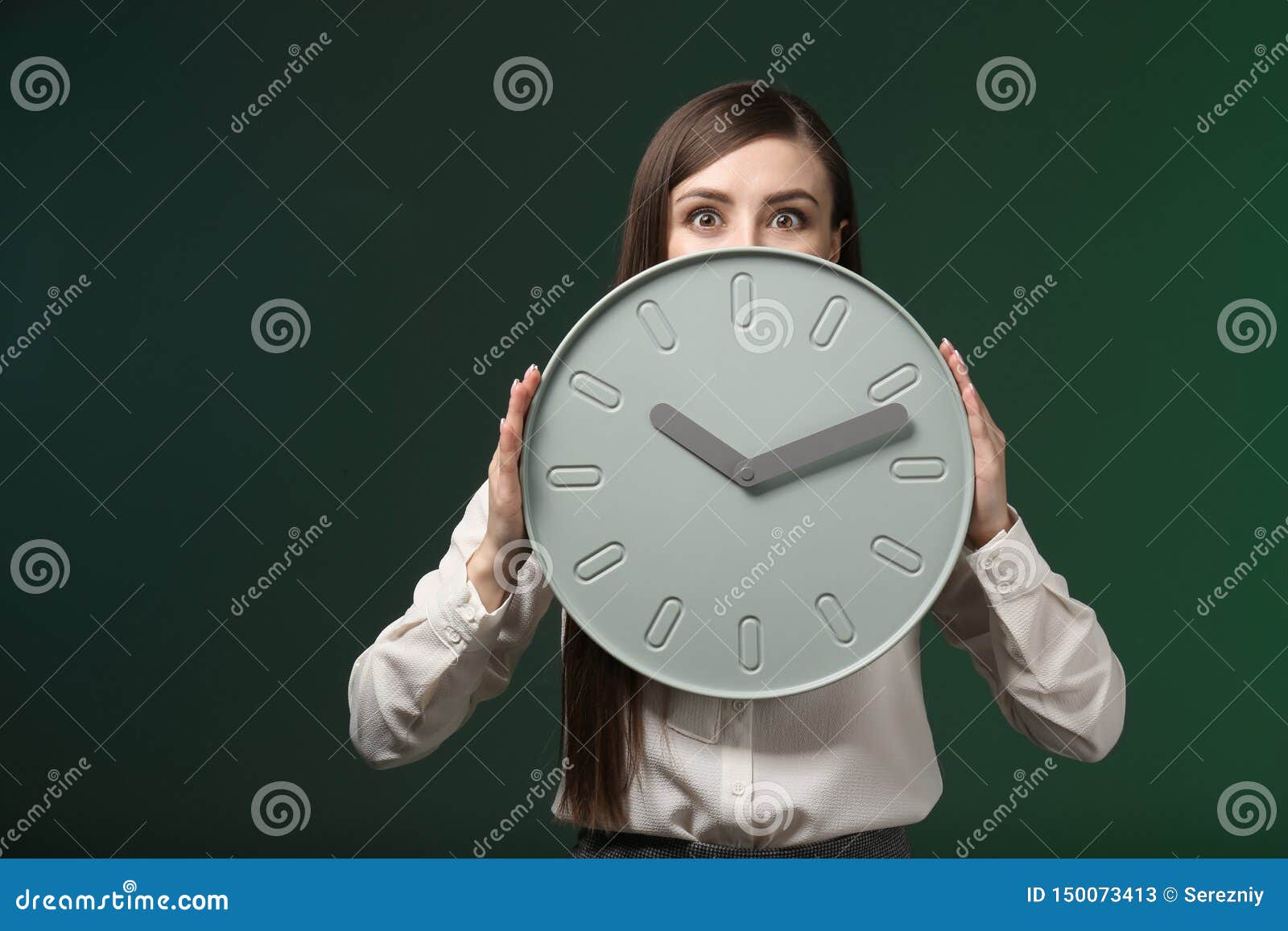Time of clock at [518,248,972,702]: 10:12
